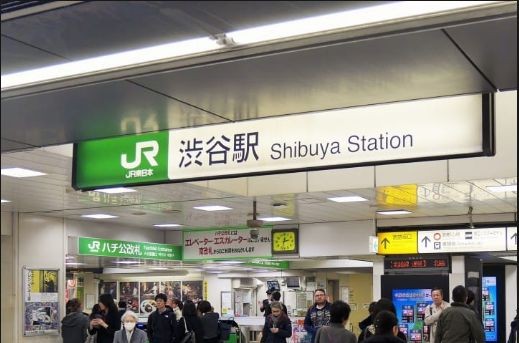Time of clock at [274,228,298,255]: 2:32
